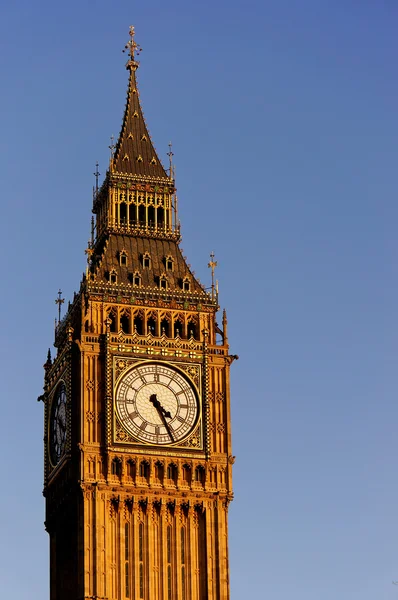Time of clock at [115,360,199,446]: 4:26
